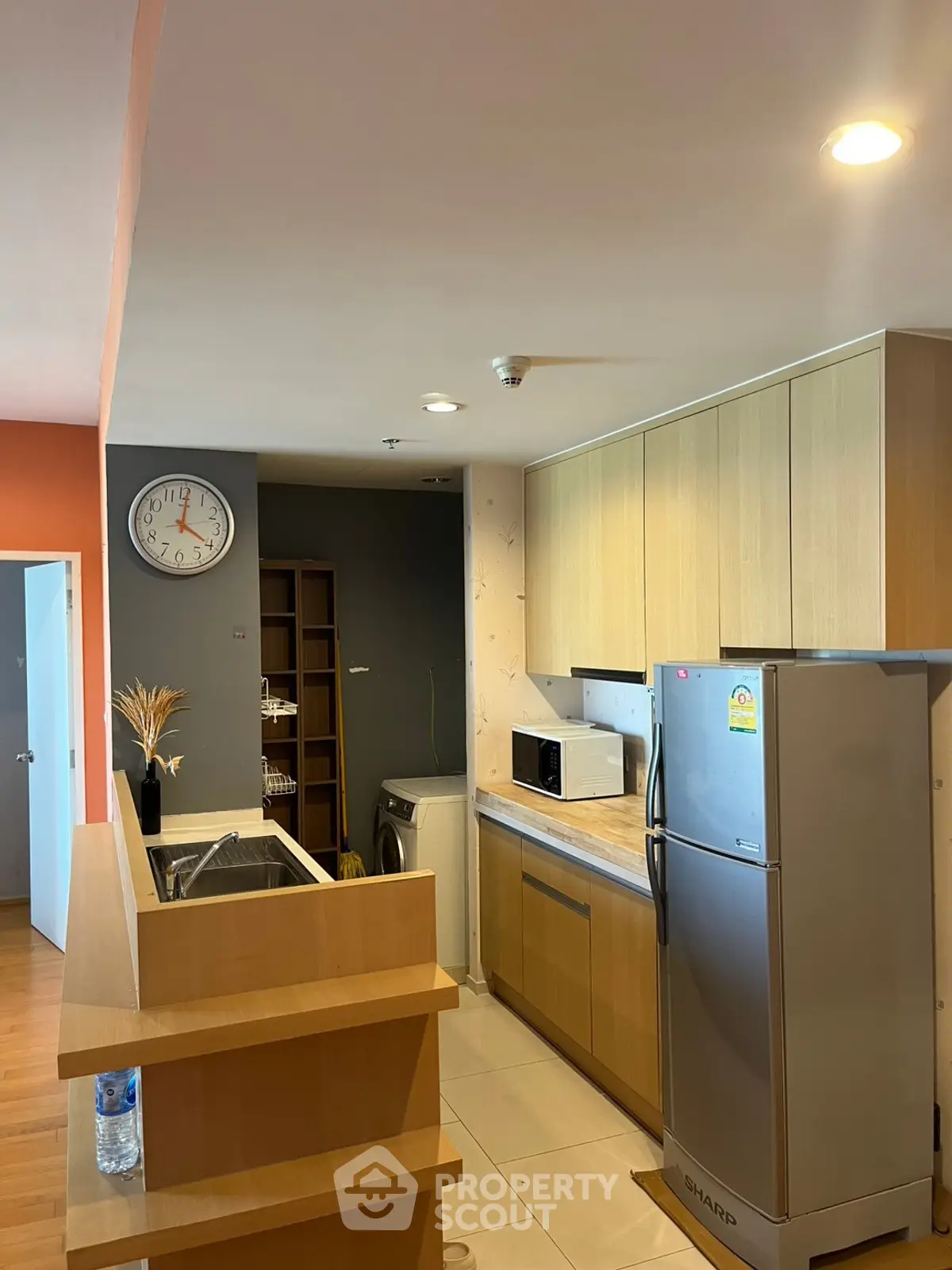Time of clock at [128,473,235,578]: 4:00
